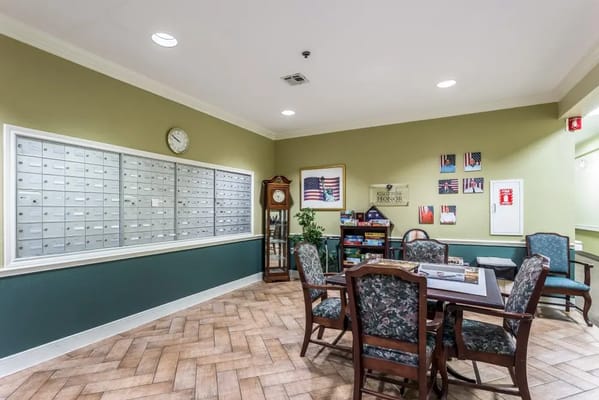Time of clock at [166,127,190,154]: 9:50
